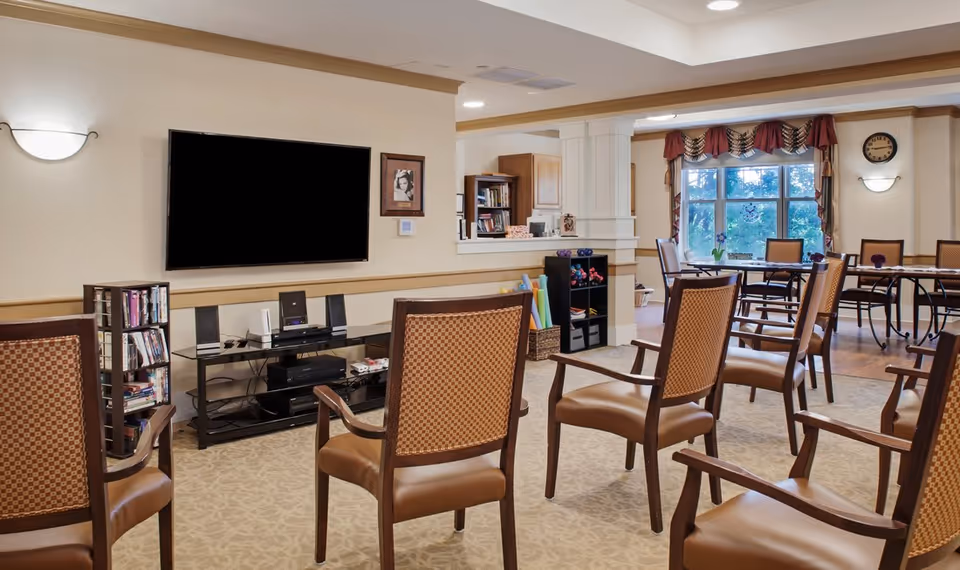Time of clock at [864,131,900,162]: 9:14
